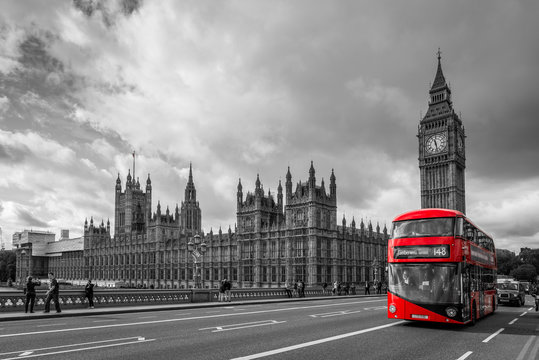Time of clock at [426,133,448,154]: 11:28
